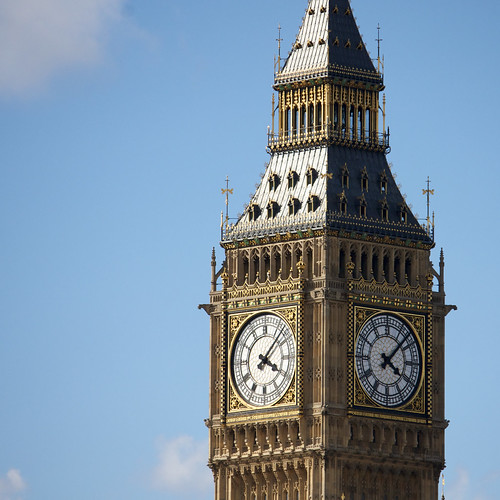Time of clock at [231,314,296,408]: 4:07
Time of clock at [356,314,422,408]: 4:07
